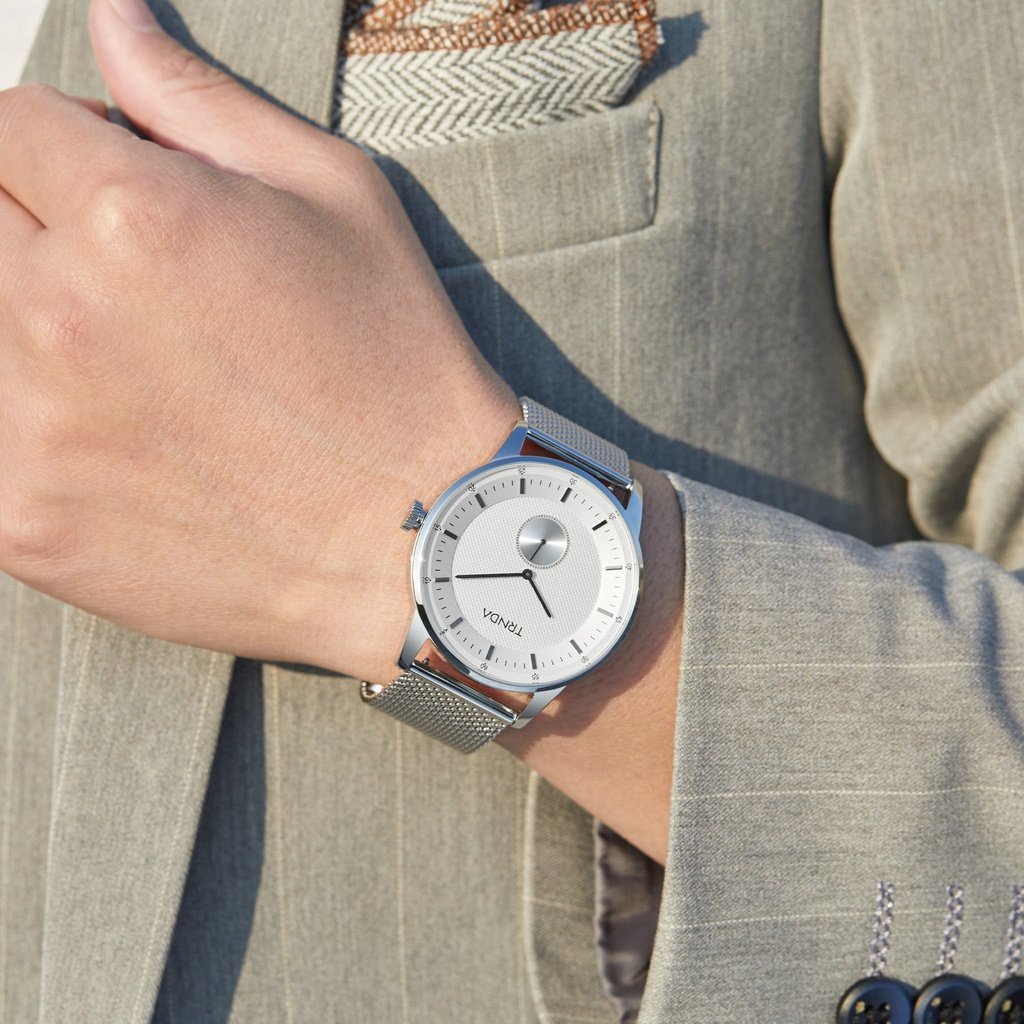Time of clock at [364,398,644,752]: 12:45
